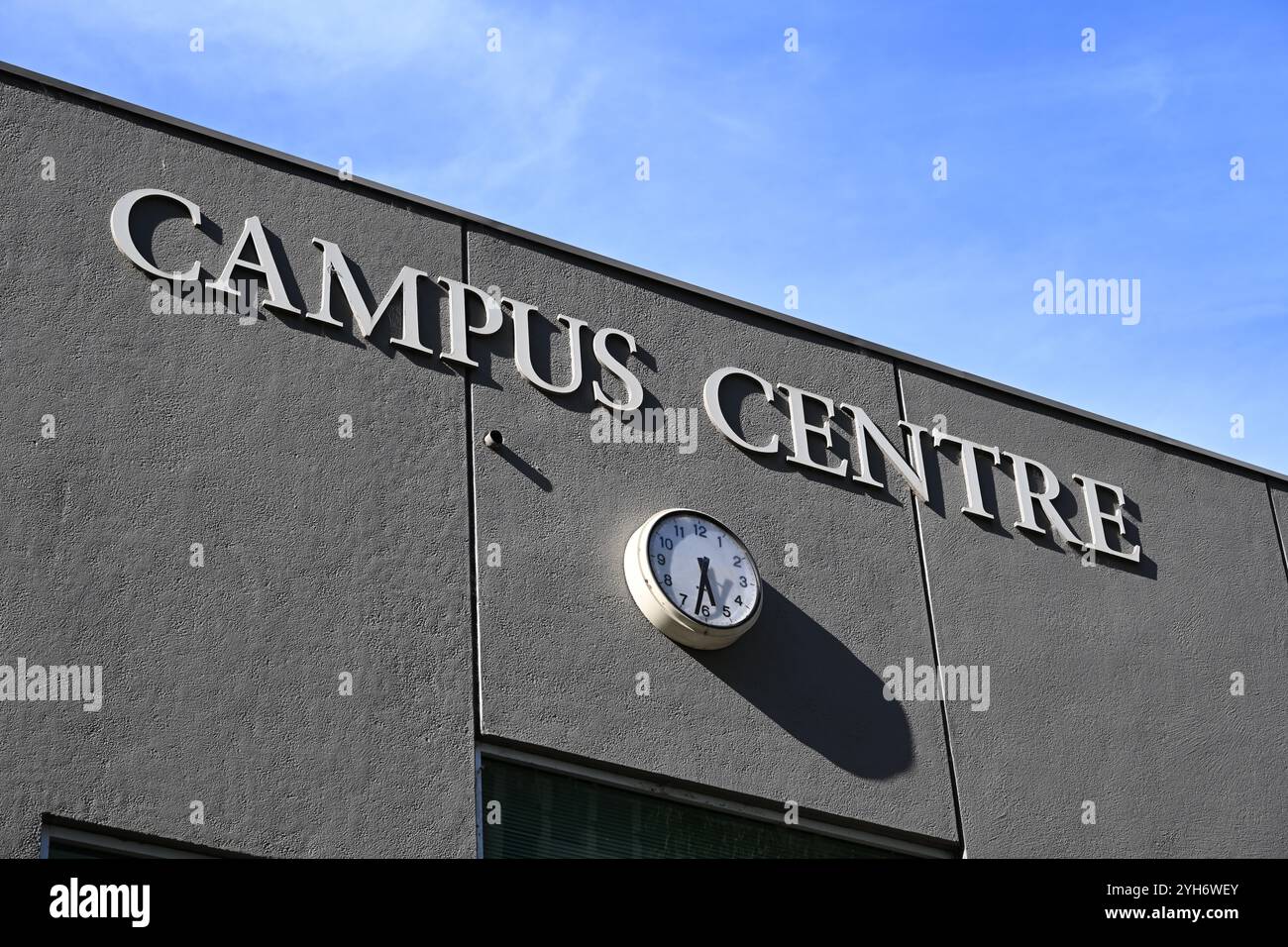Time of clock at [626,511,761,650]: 5:32
